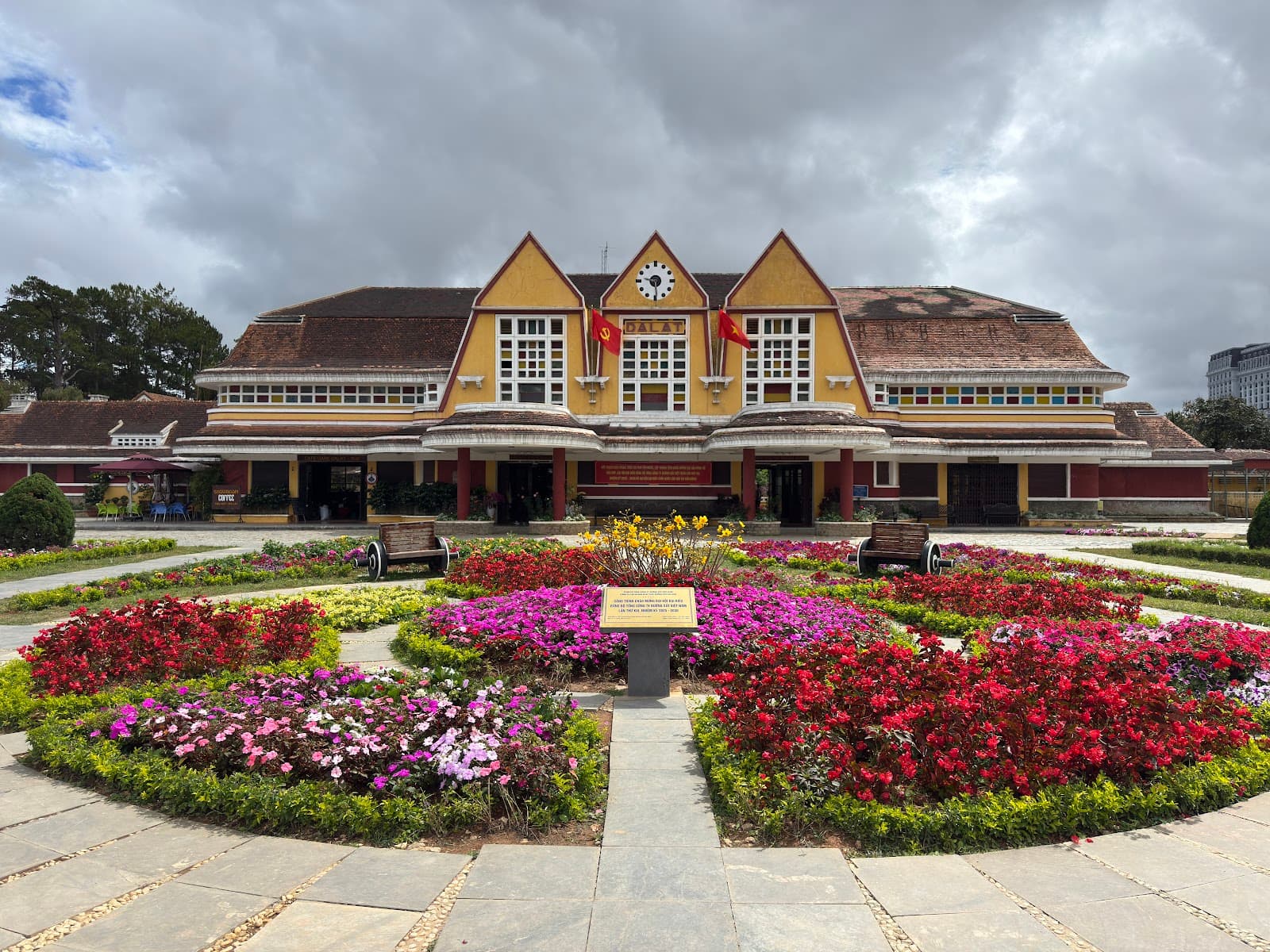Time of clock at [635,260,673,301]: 9:29
